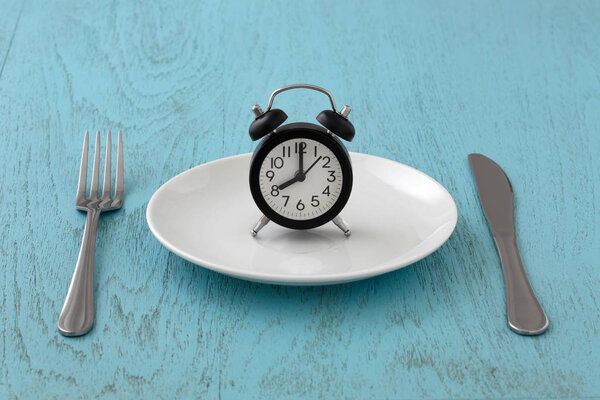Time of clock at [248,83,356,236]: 8:00
